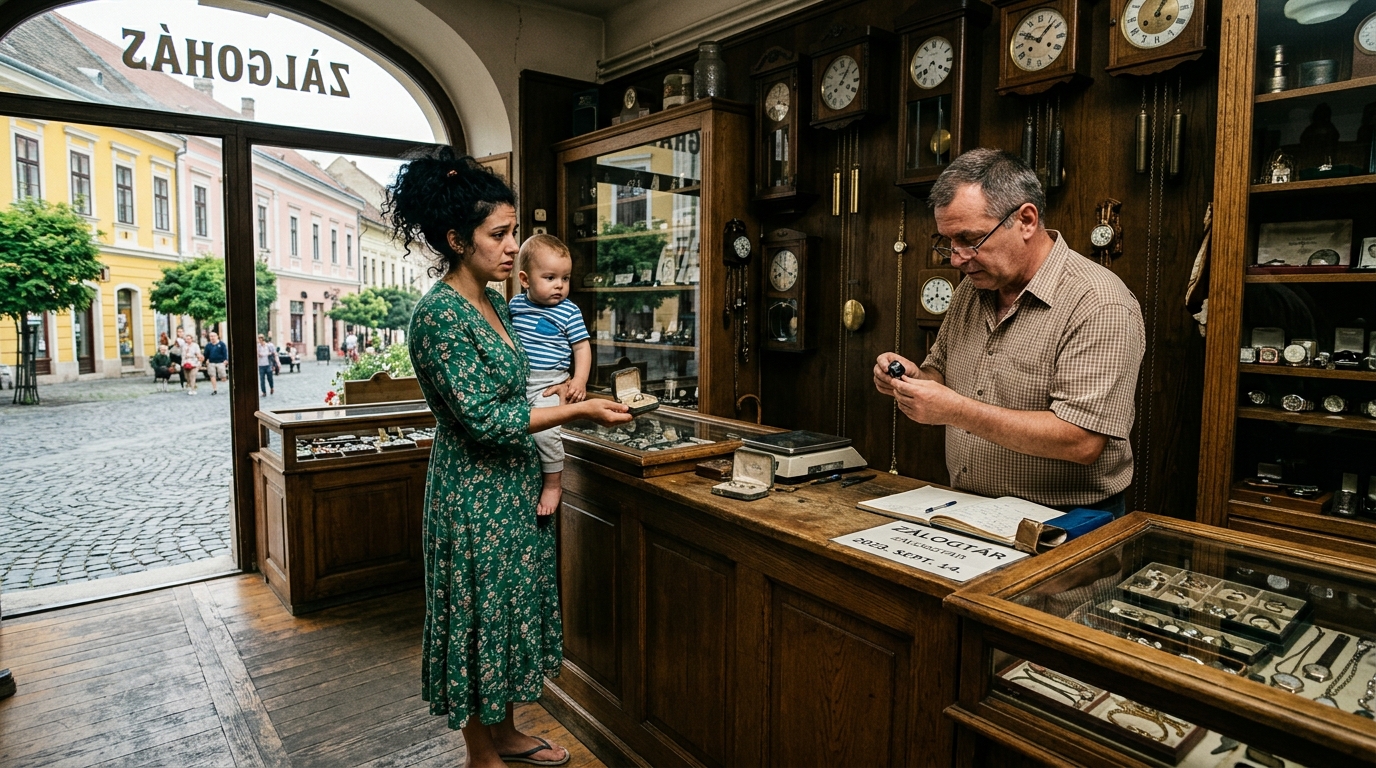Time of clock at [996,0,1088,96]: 10:07
